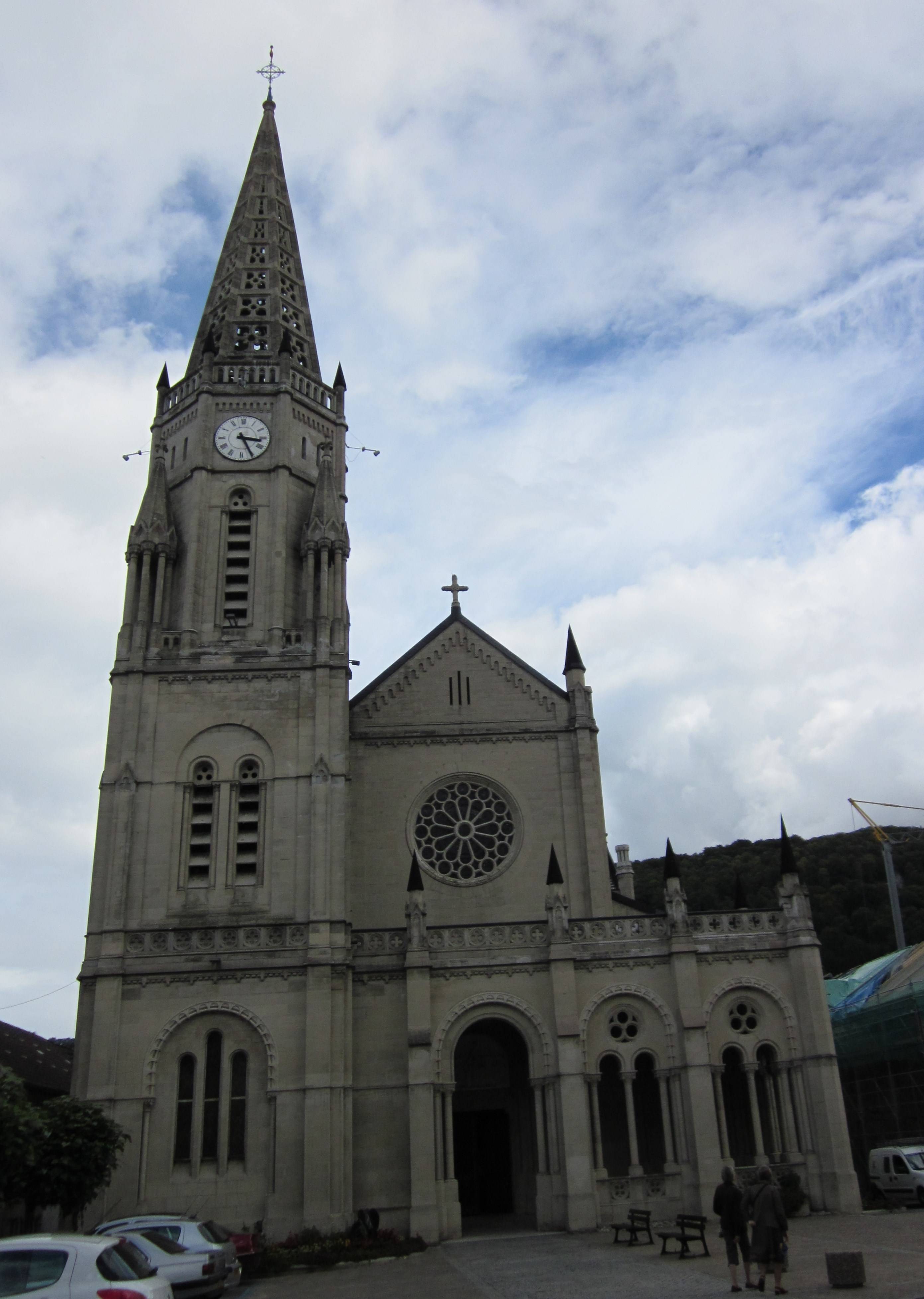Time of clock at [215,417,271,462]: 3:25
